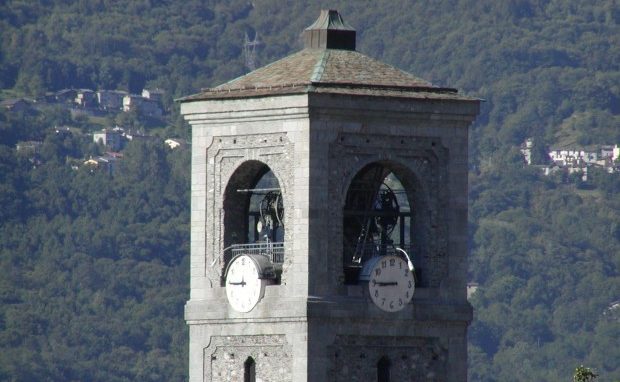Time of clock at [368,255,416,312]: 8:45
